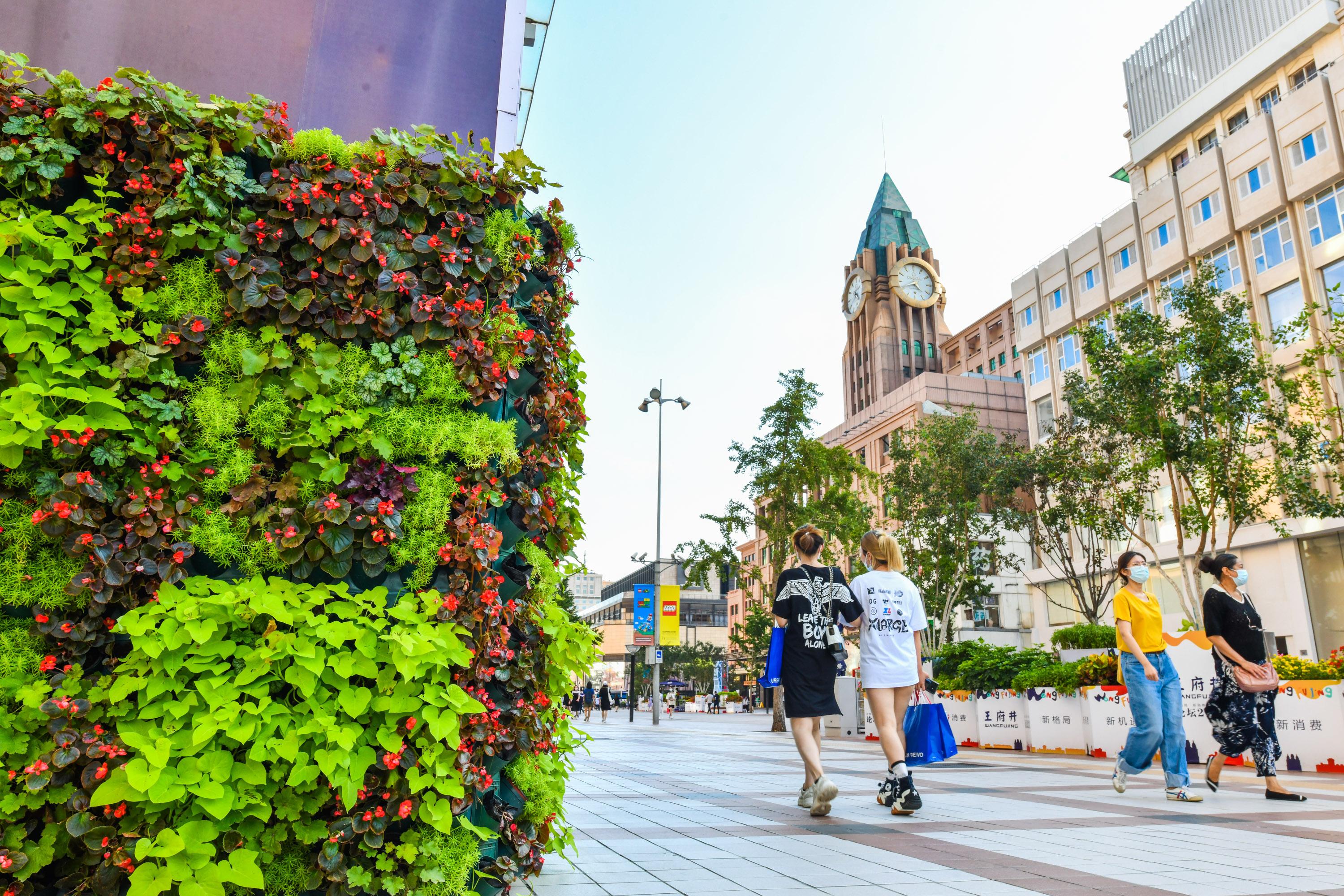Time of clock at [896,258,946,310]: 4:40
